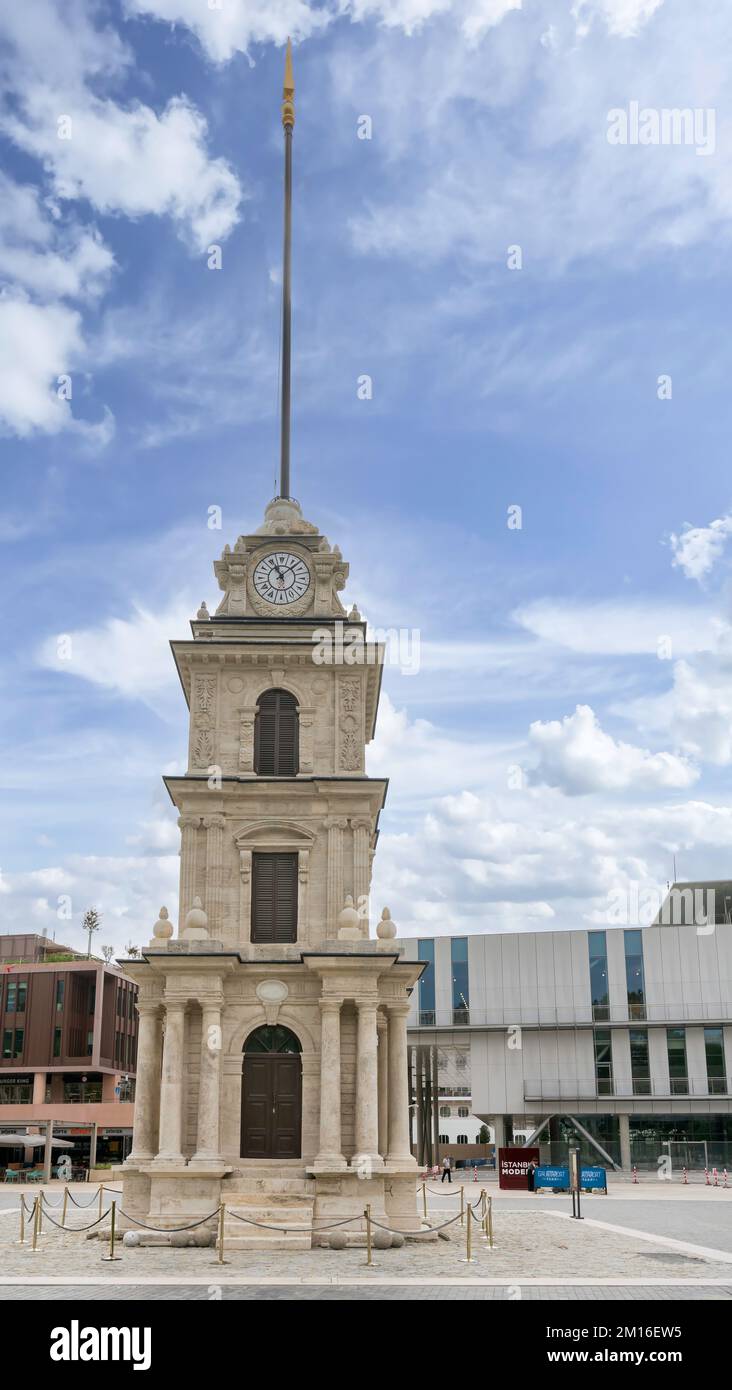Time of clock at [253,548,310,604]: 11:07
